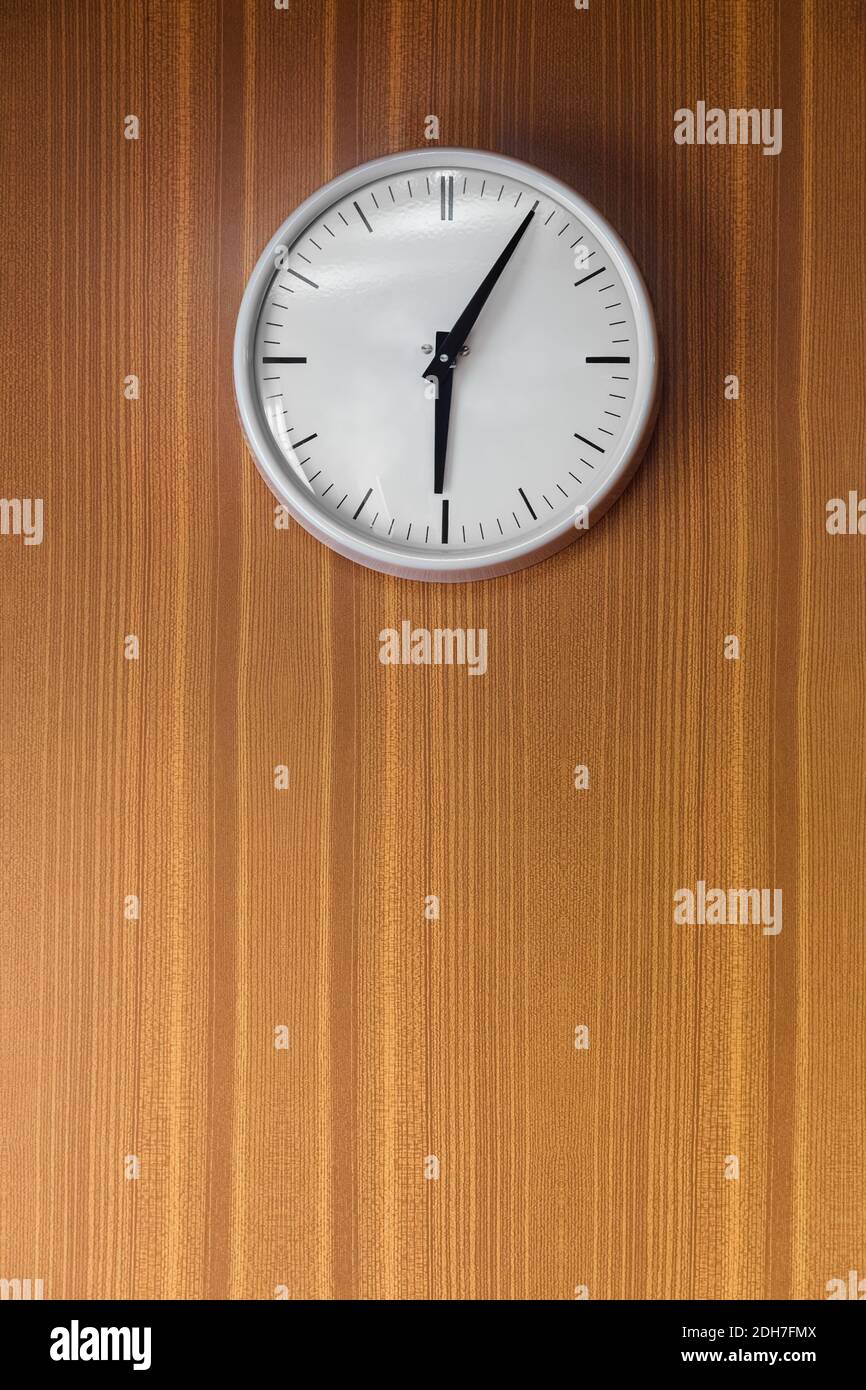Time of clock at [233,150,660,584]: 6:05
